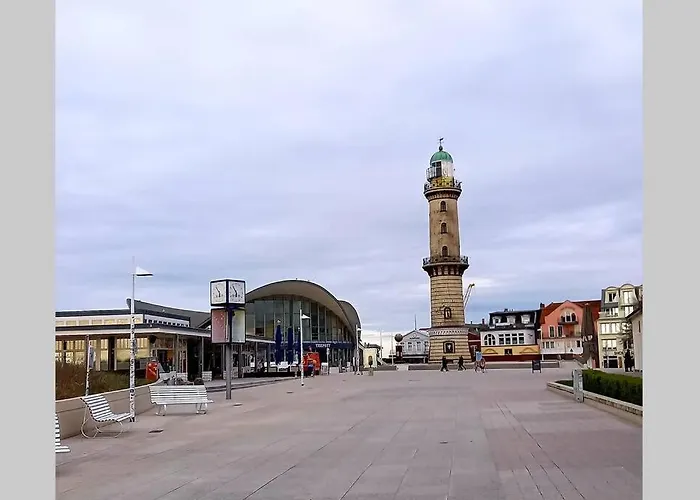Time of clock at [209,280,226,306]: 5:53
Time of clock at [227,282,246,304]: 5:53
